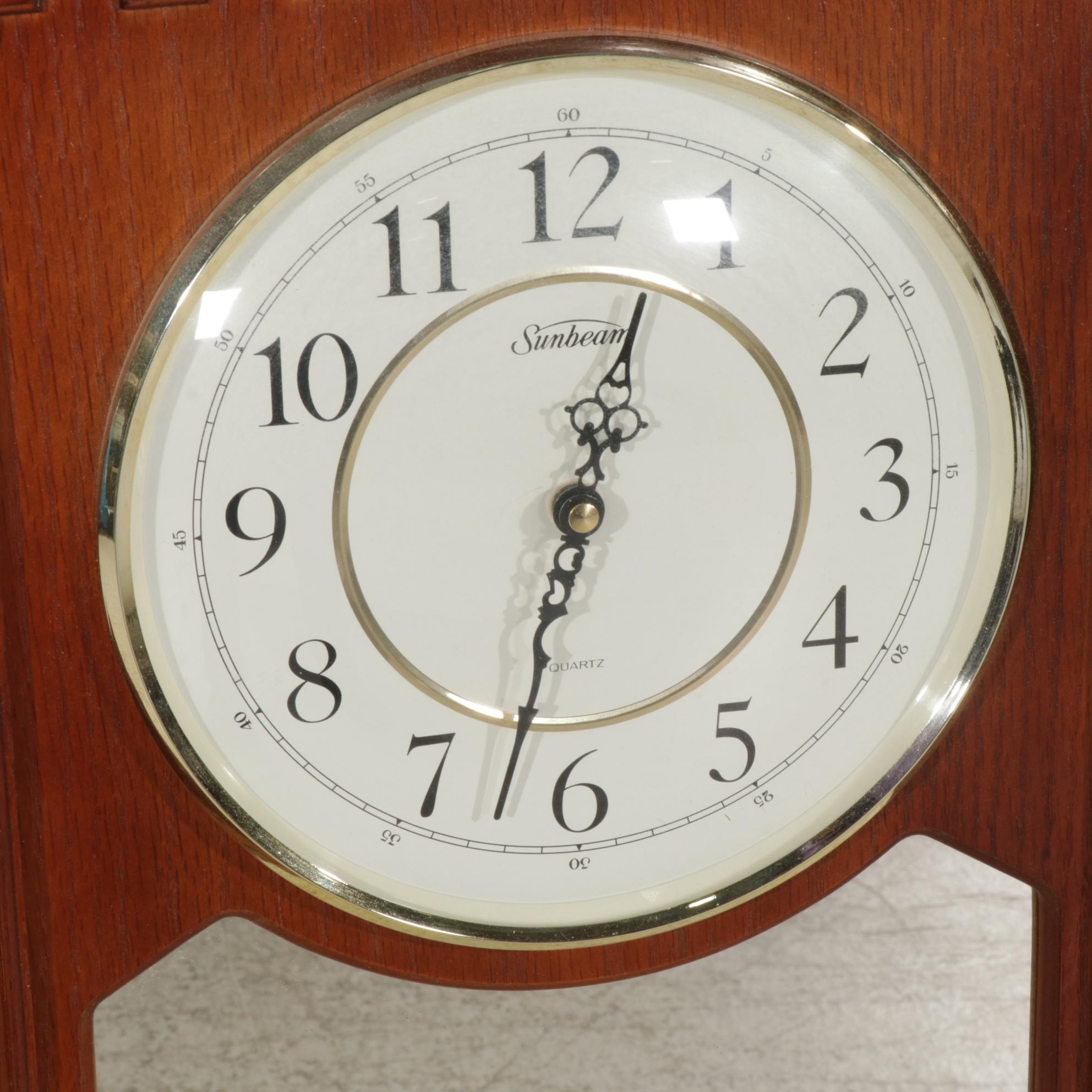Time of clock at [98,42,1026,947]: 12:32
